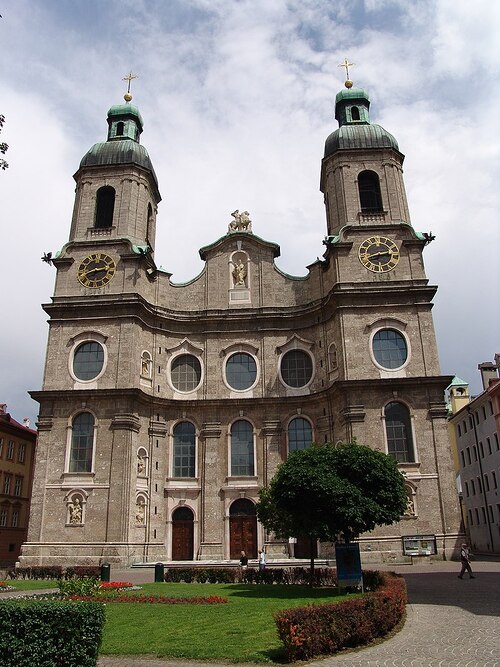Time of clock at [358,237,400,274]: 2:40
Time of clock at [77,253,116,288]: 2:40
